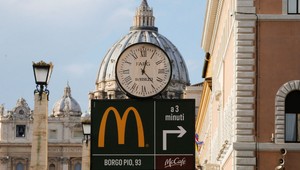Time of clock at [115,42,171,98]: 12:23
